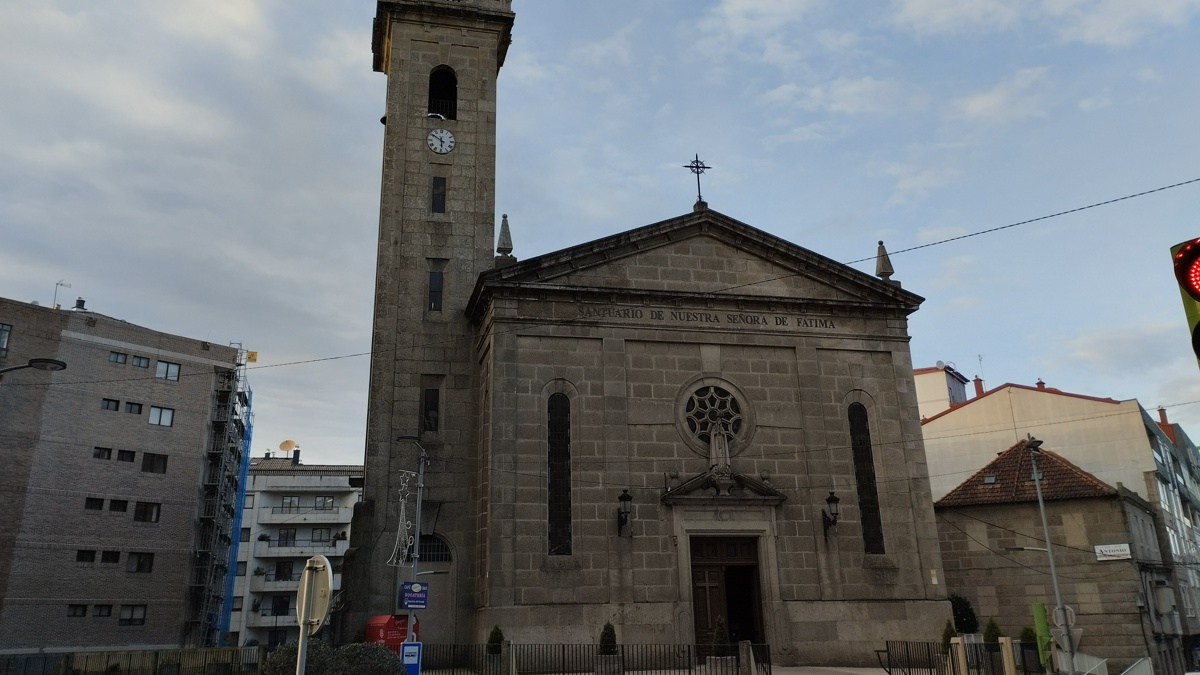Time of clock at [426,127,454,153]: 5:50
